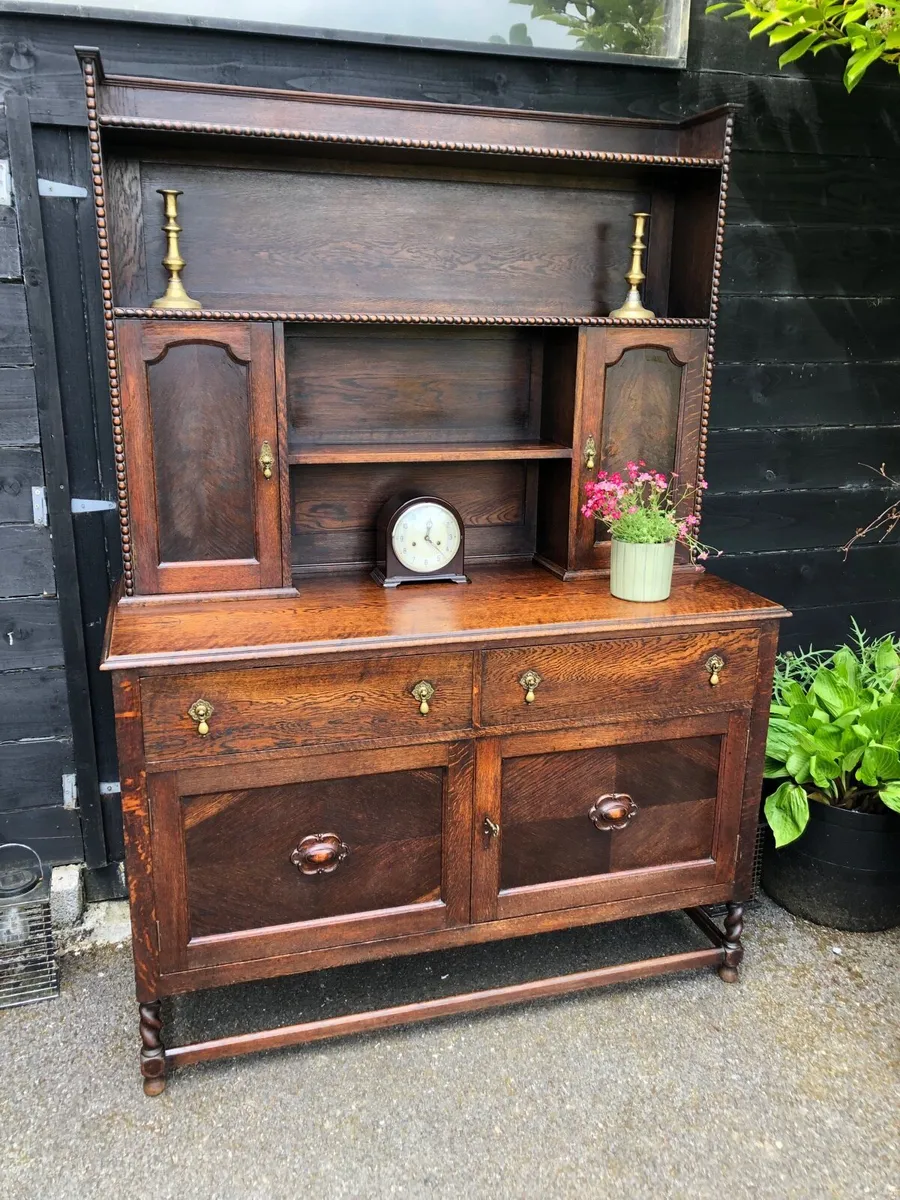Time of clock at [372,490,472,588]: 12:22
